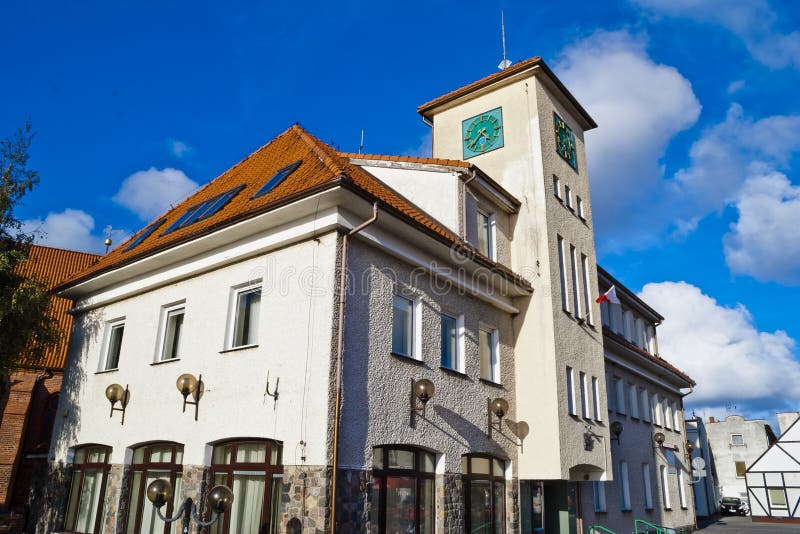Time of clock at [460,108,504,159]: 4:37
